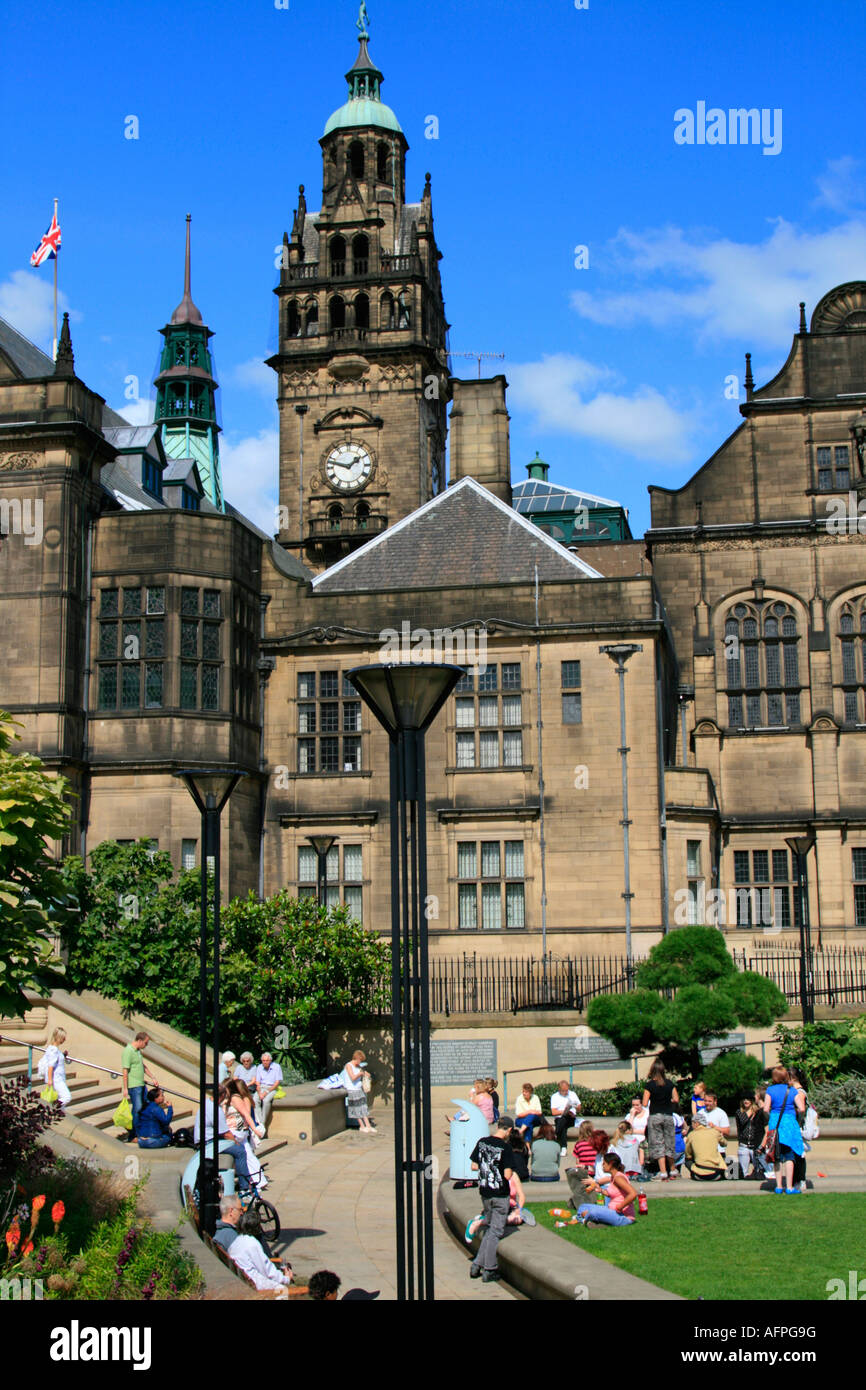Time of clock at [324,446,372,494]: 1:47
